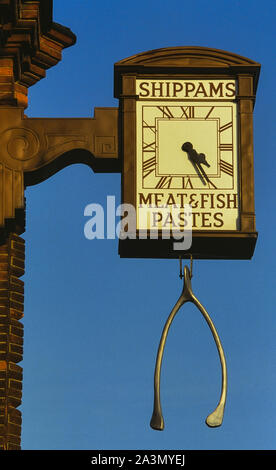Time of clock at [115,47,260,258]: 3:22
